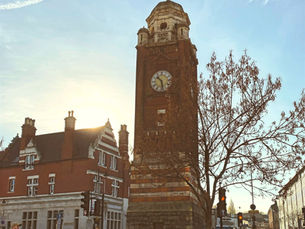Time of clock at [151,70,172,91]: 10:28
